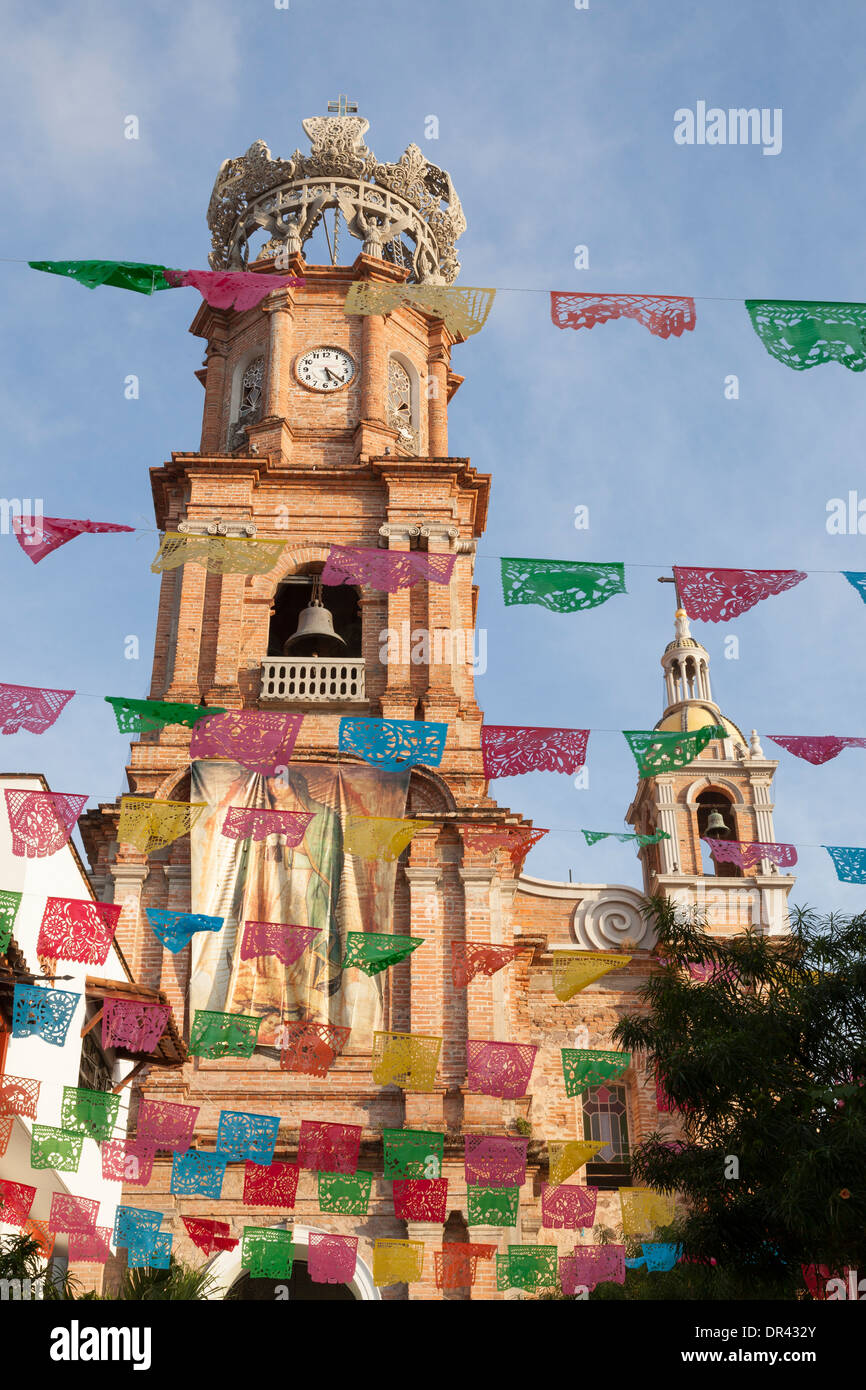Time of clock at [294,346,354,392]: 5:21
